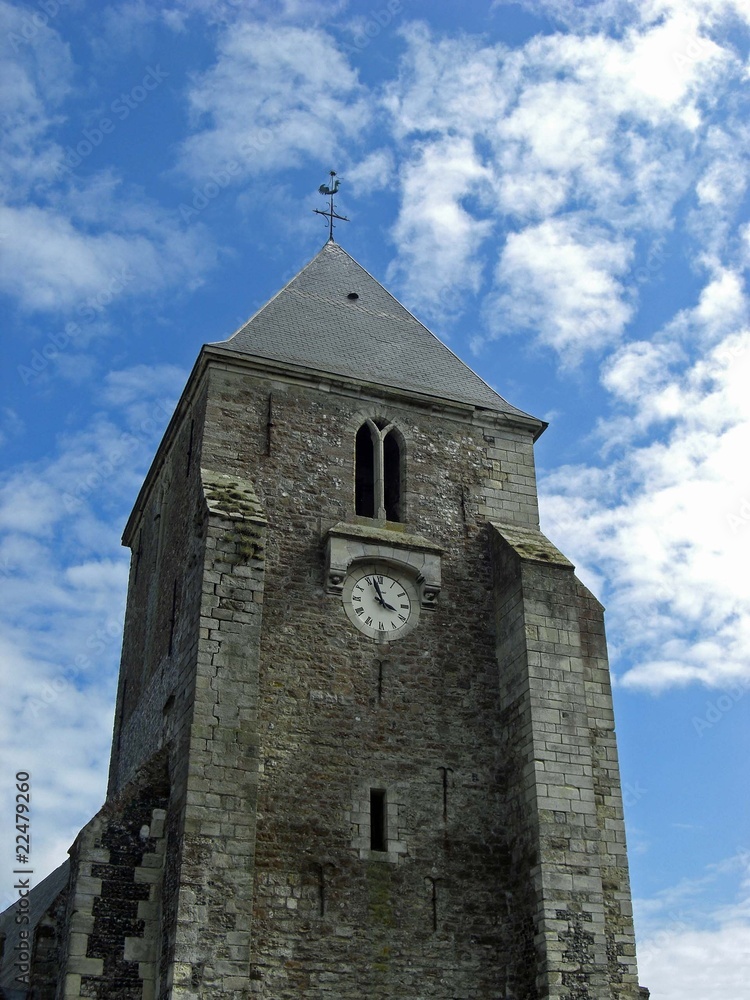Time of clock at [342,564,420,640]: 3:57
